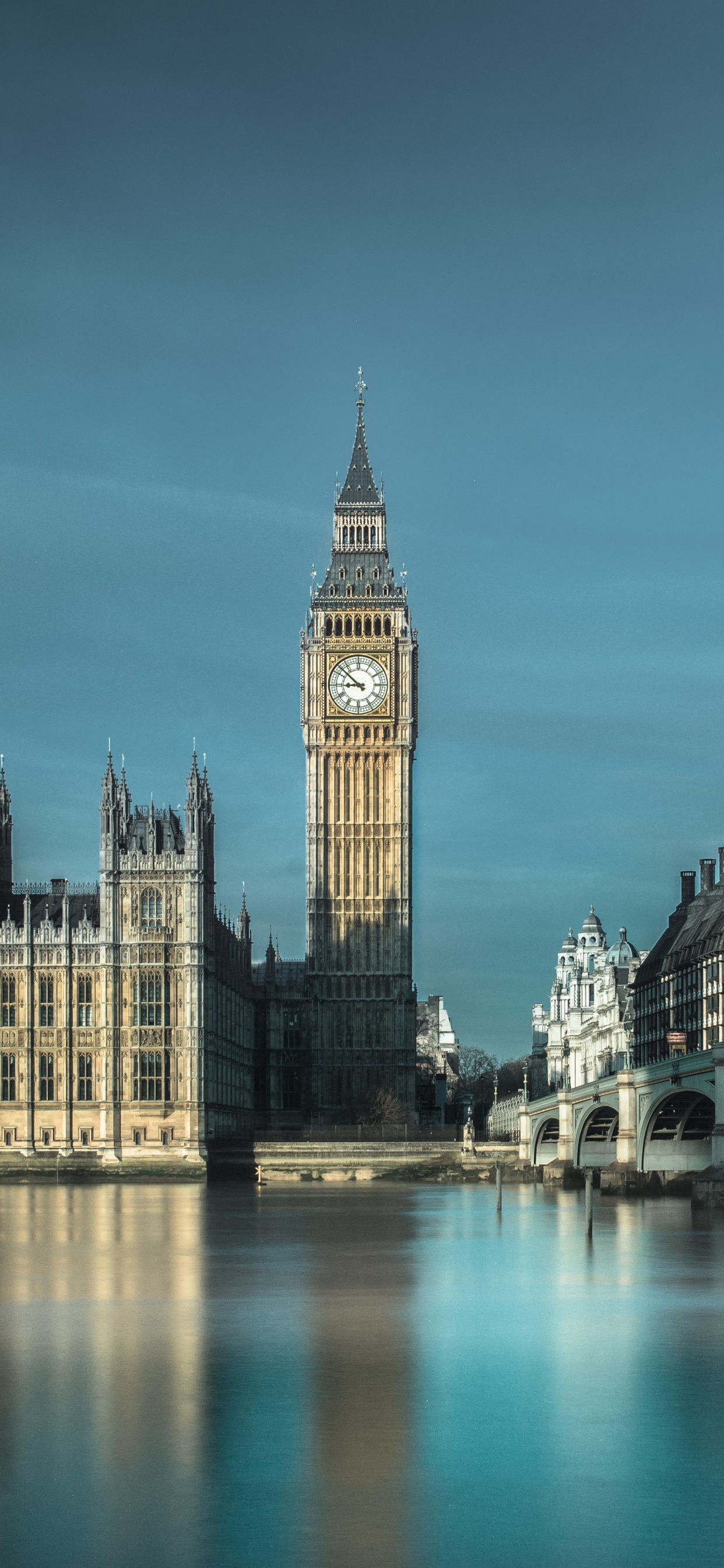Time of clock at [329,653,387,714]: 8:51
